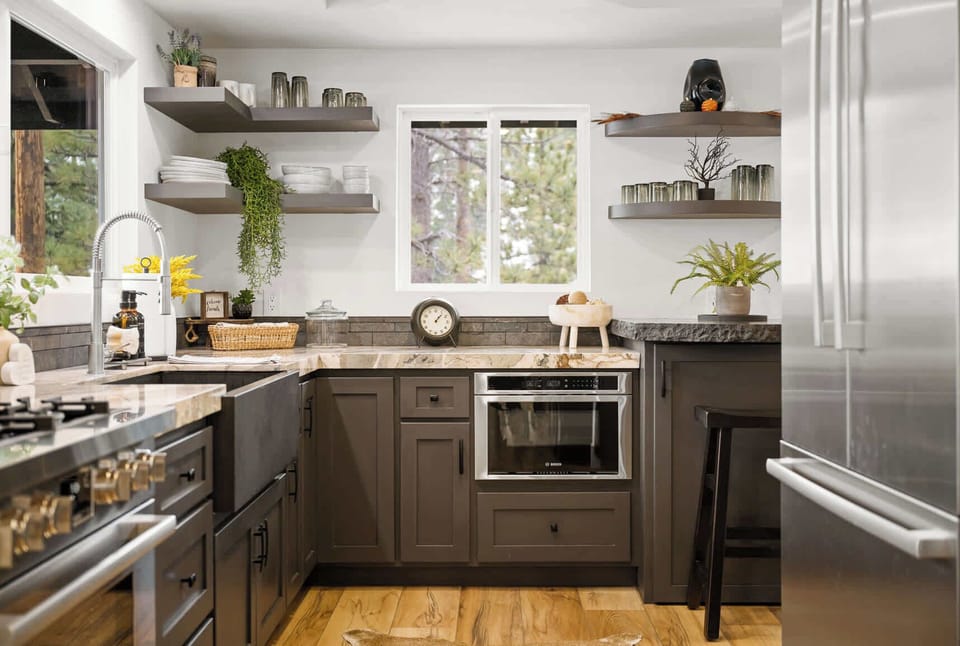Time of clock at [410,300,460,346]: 1:07
